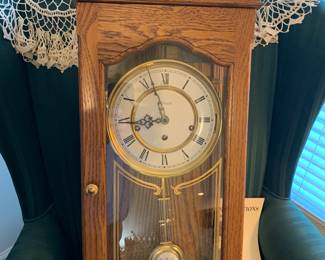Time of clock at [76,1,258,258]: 8:56
